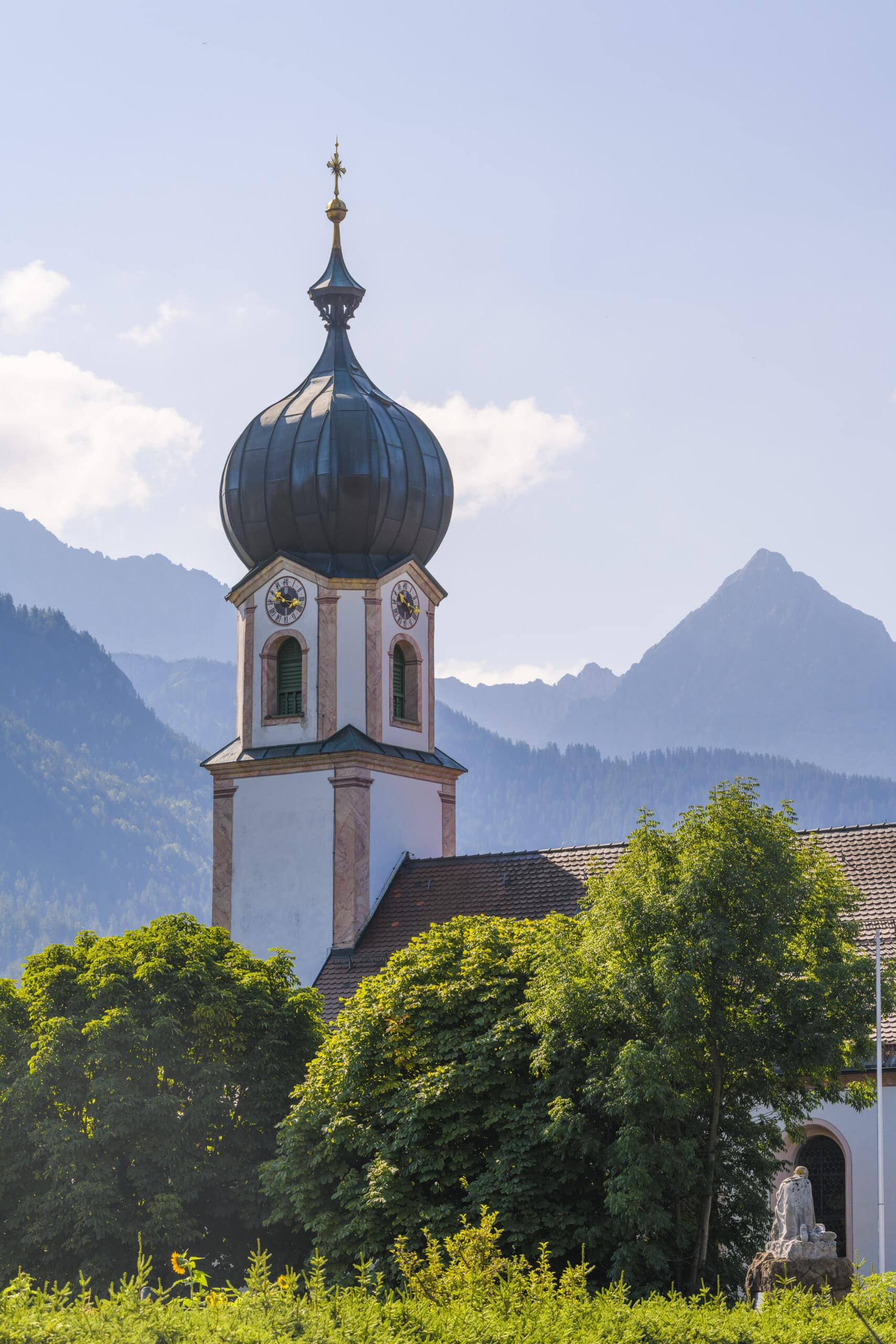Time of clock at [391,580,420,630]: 10:17
